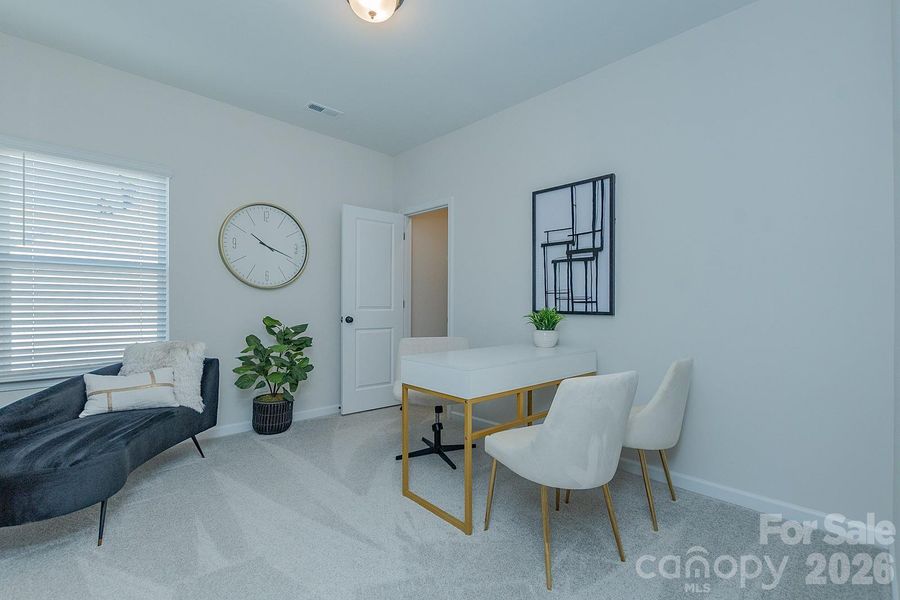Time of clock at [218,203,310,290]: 10:18
